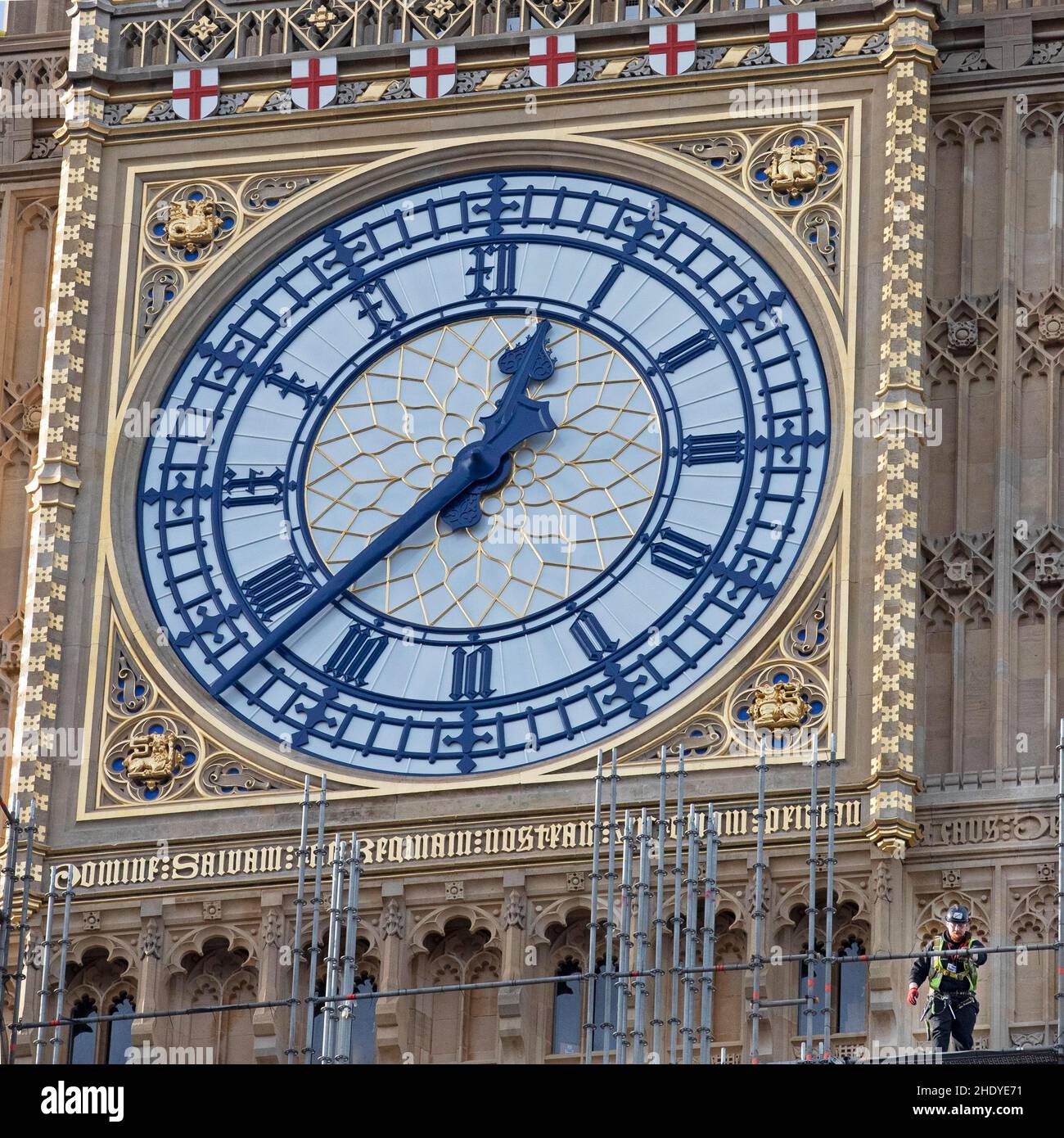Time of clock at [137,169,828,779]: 12:37
